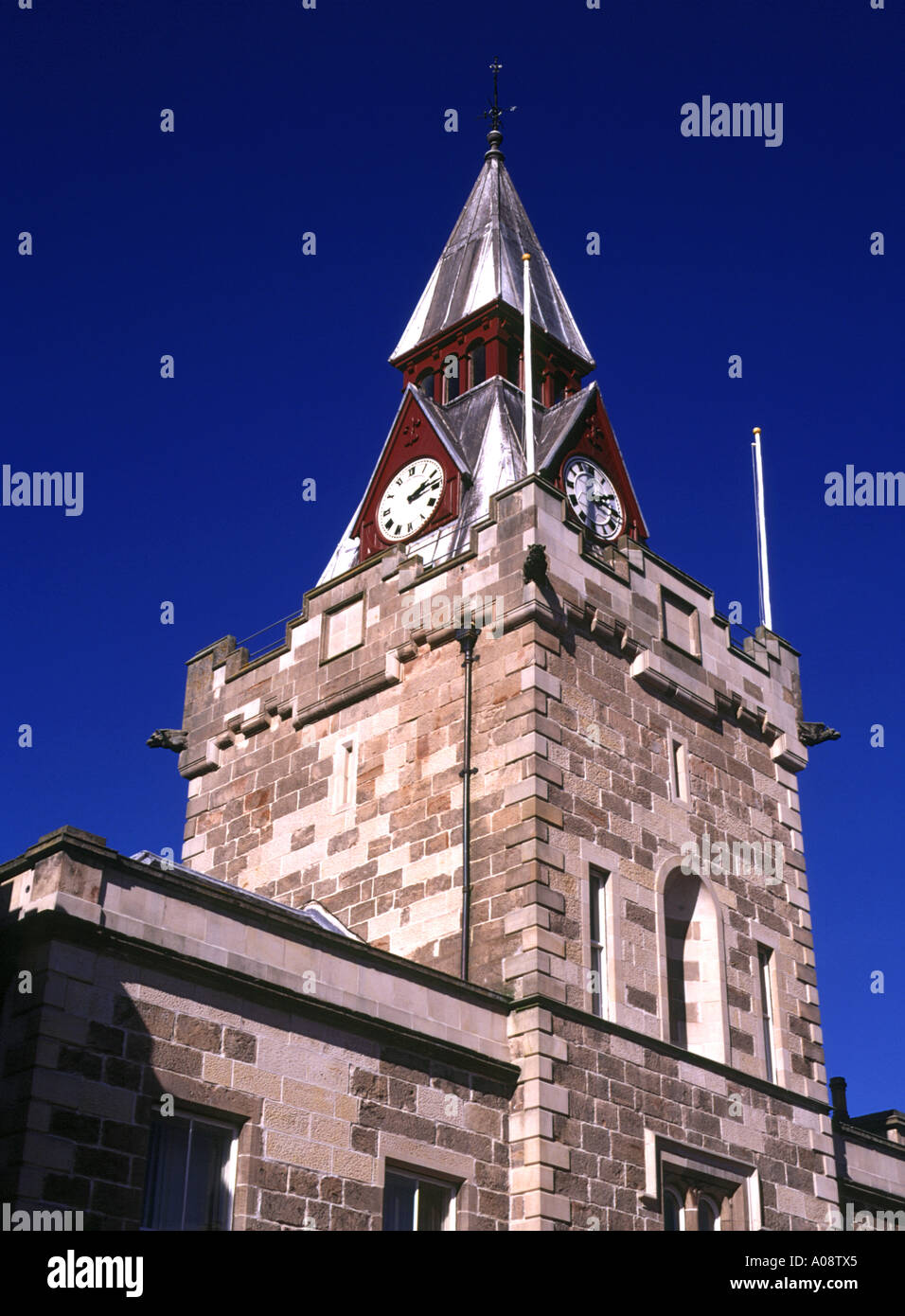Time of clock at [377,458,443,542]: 2:13
